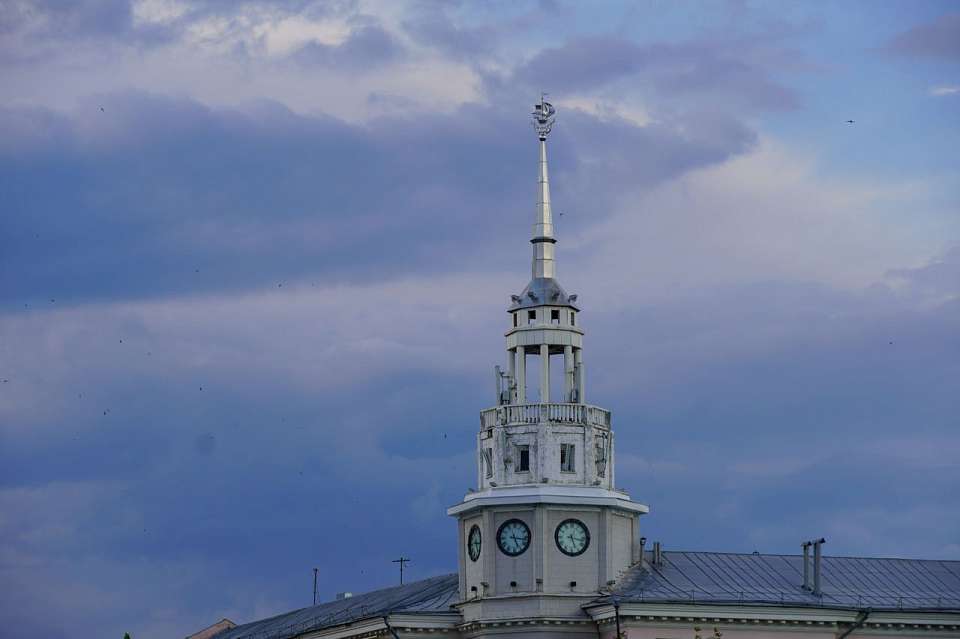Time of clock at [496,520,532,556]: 5:16
